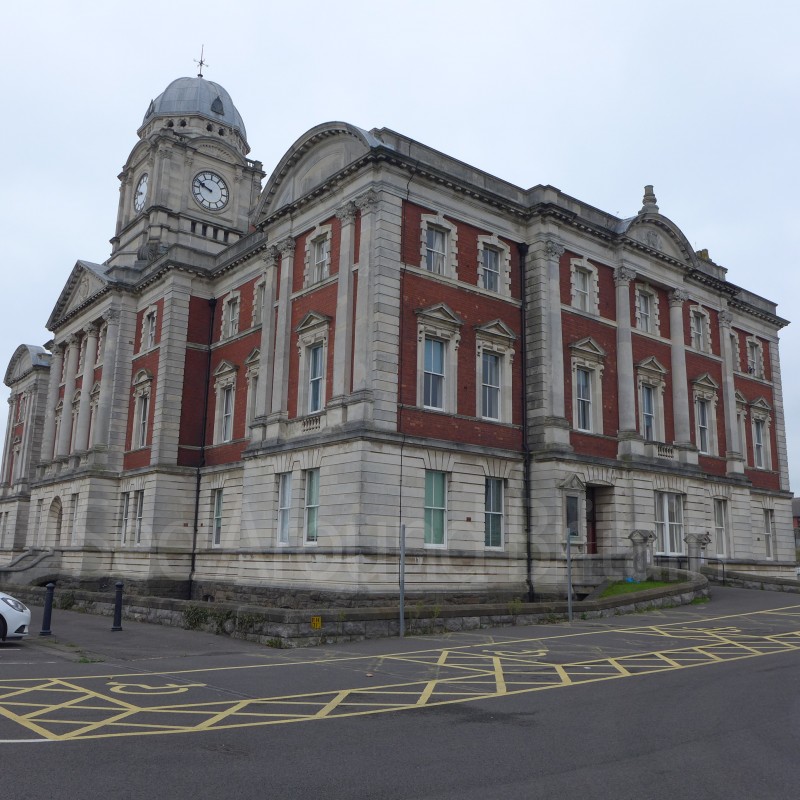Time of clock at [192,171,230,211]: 9:48
